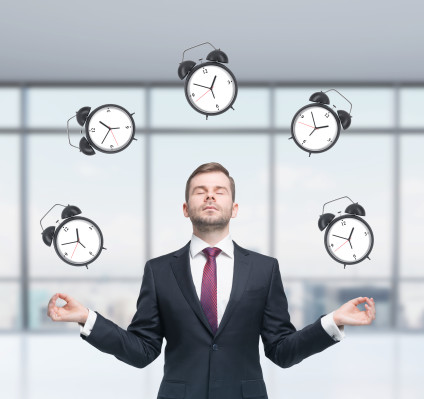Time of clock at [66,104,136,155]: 10:35
